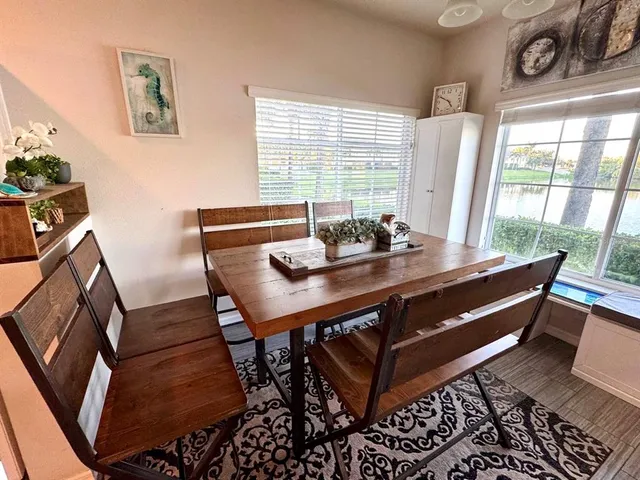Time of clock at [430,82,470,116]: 4:50
